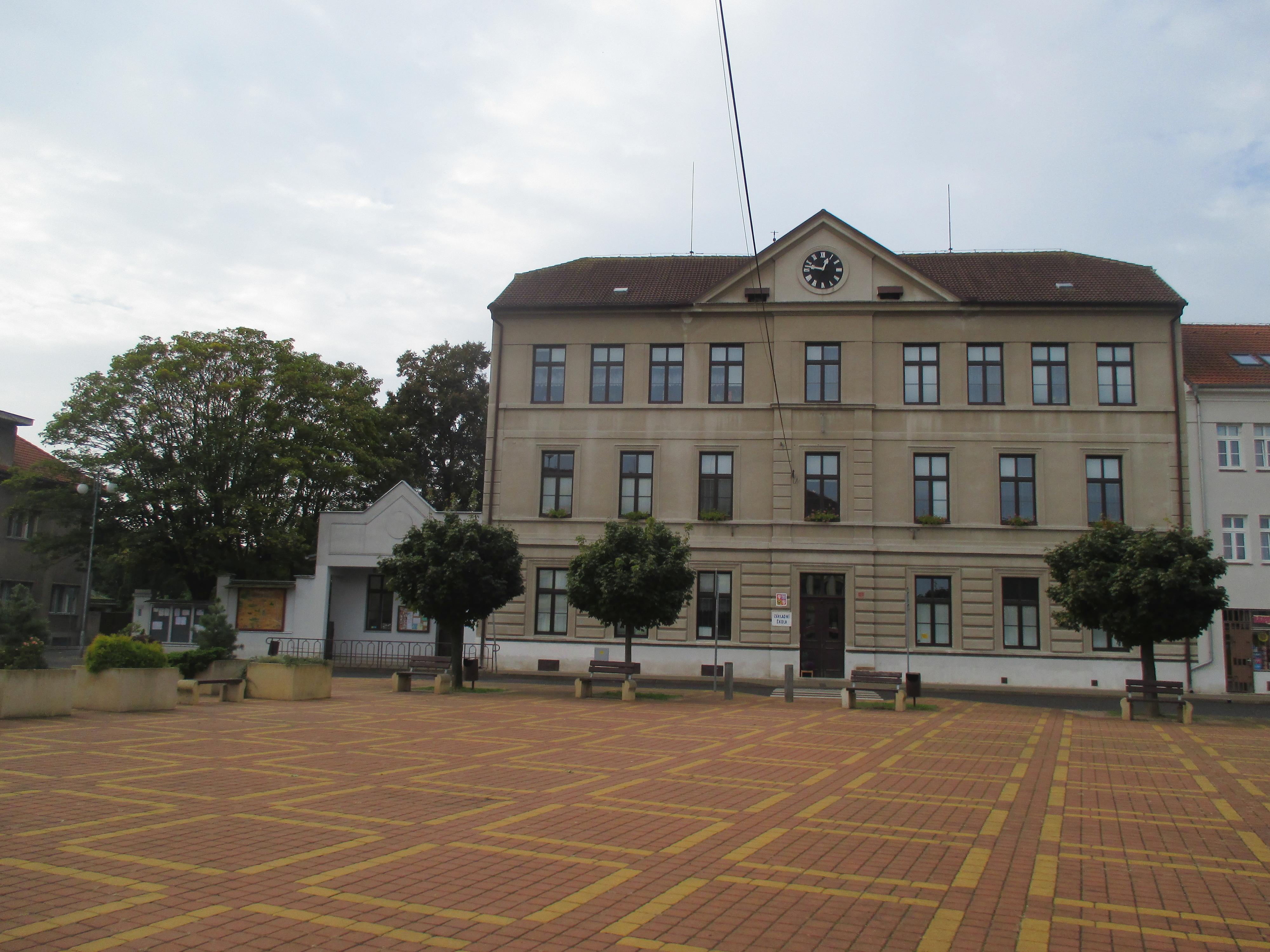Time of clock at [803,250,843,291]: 12:47
